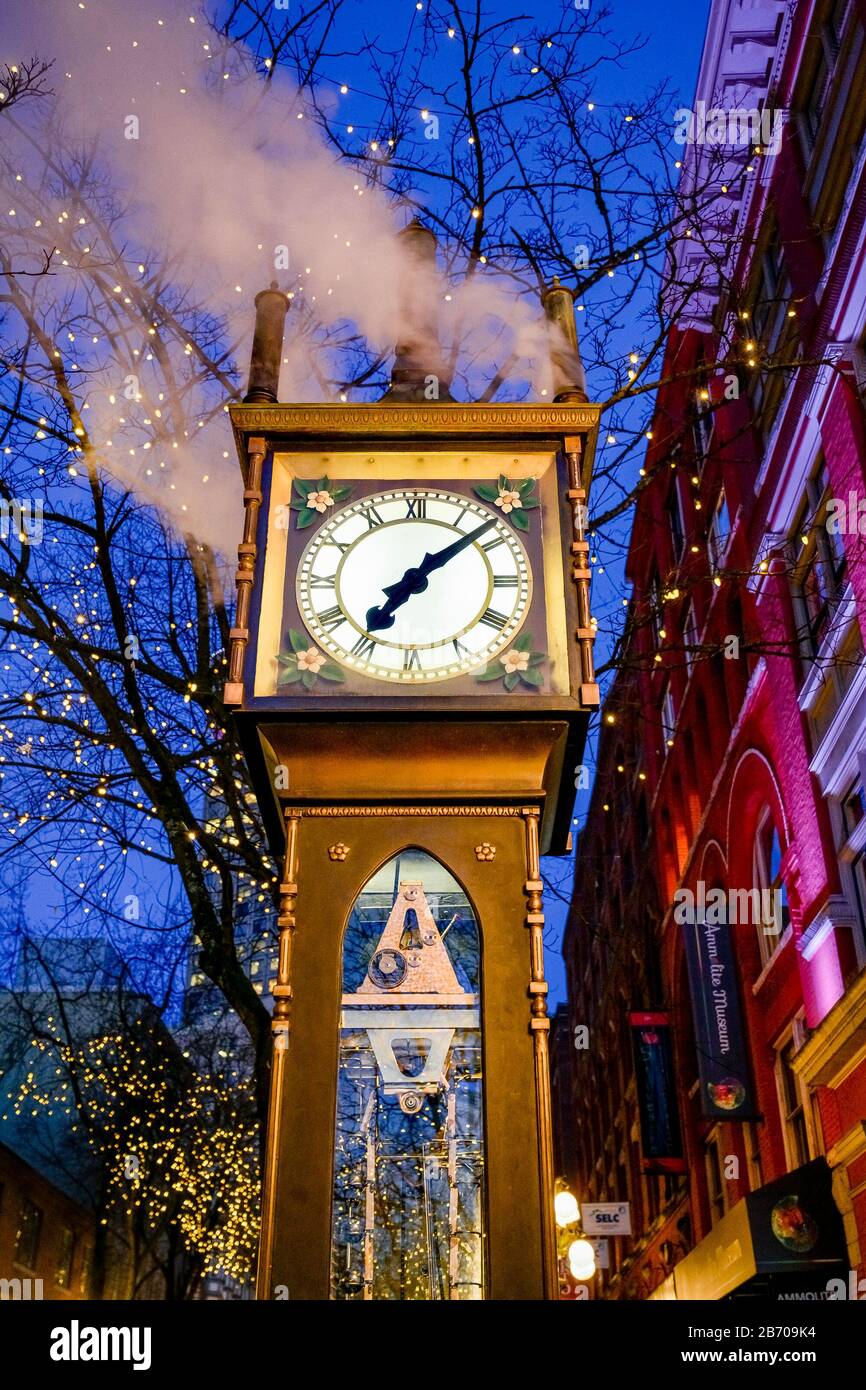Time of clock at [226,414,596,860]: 7:08
